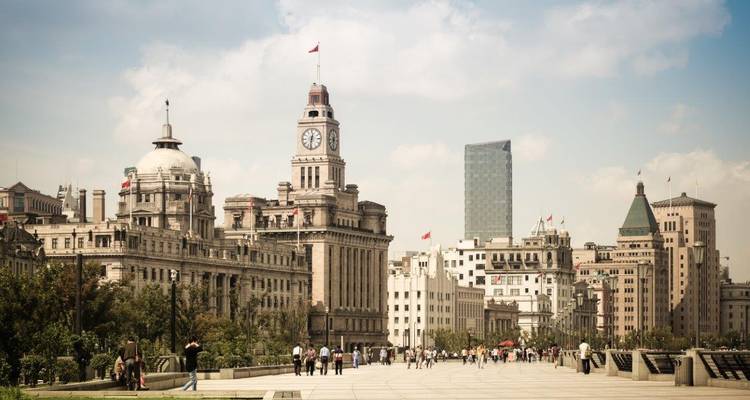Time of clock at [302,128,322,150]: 12:31
